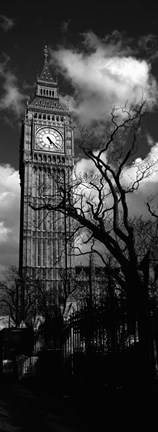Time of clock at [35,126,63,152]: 5:23
